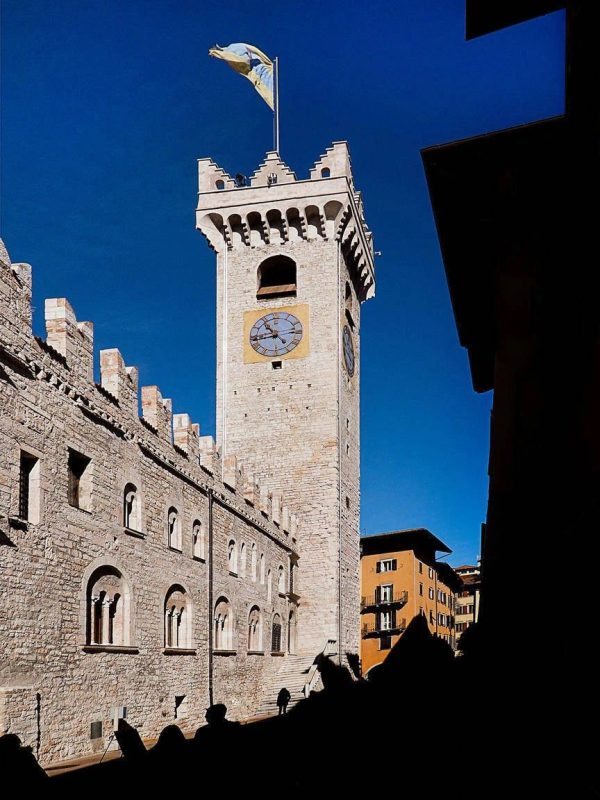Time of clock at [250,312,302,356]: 10:43
